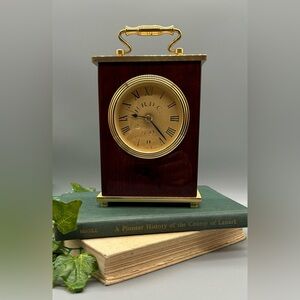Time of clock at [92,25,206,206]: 9:22
